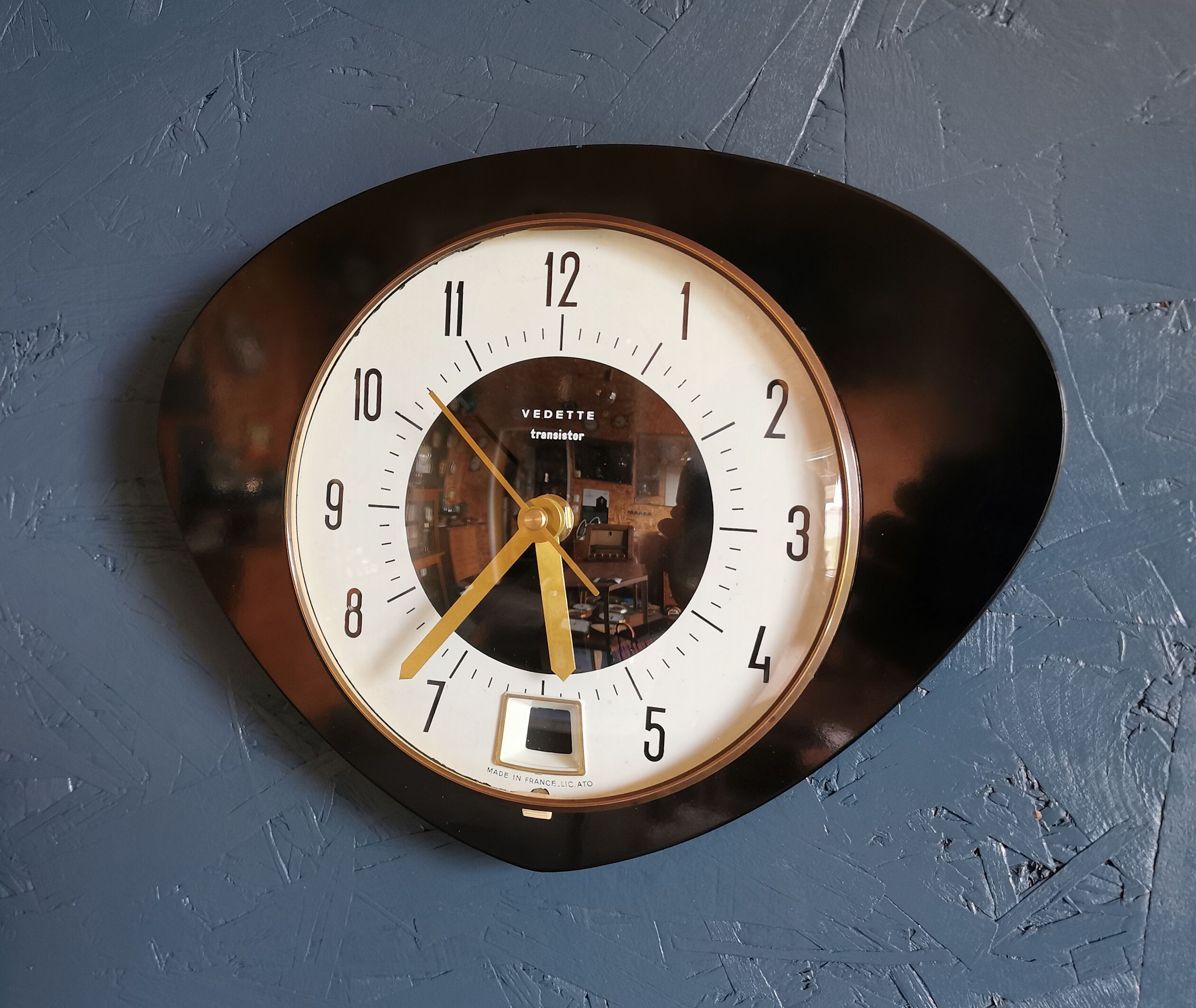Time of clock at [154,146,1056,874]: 5:36
